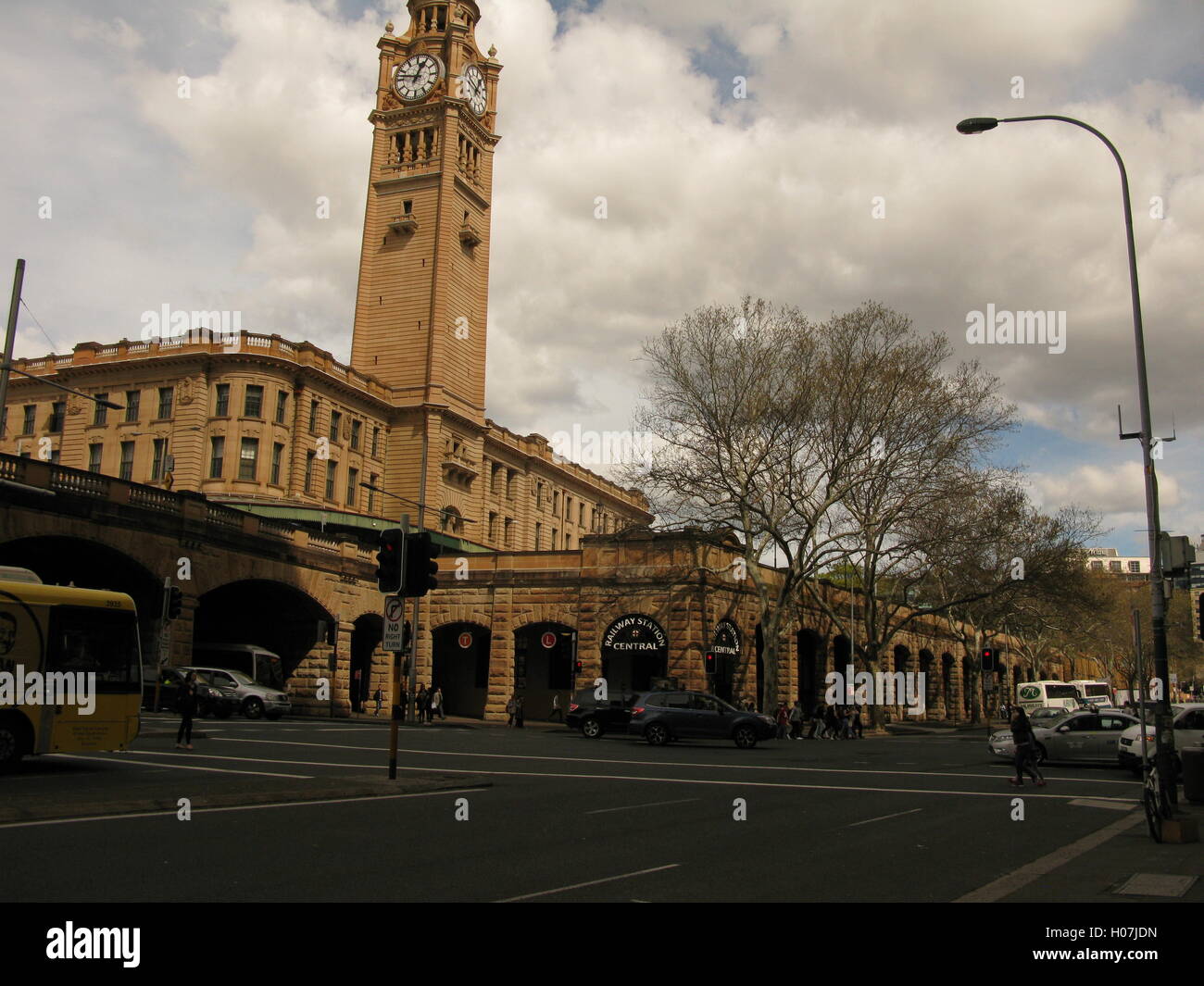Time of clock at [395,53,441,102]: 12:47
